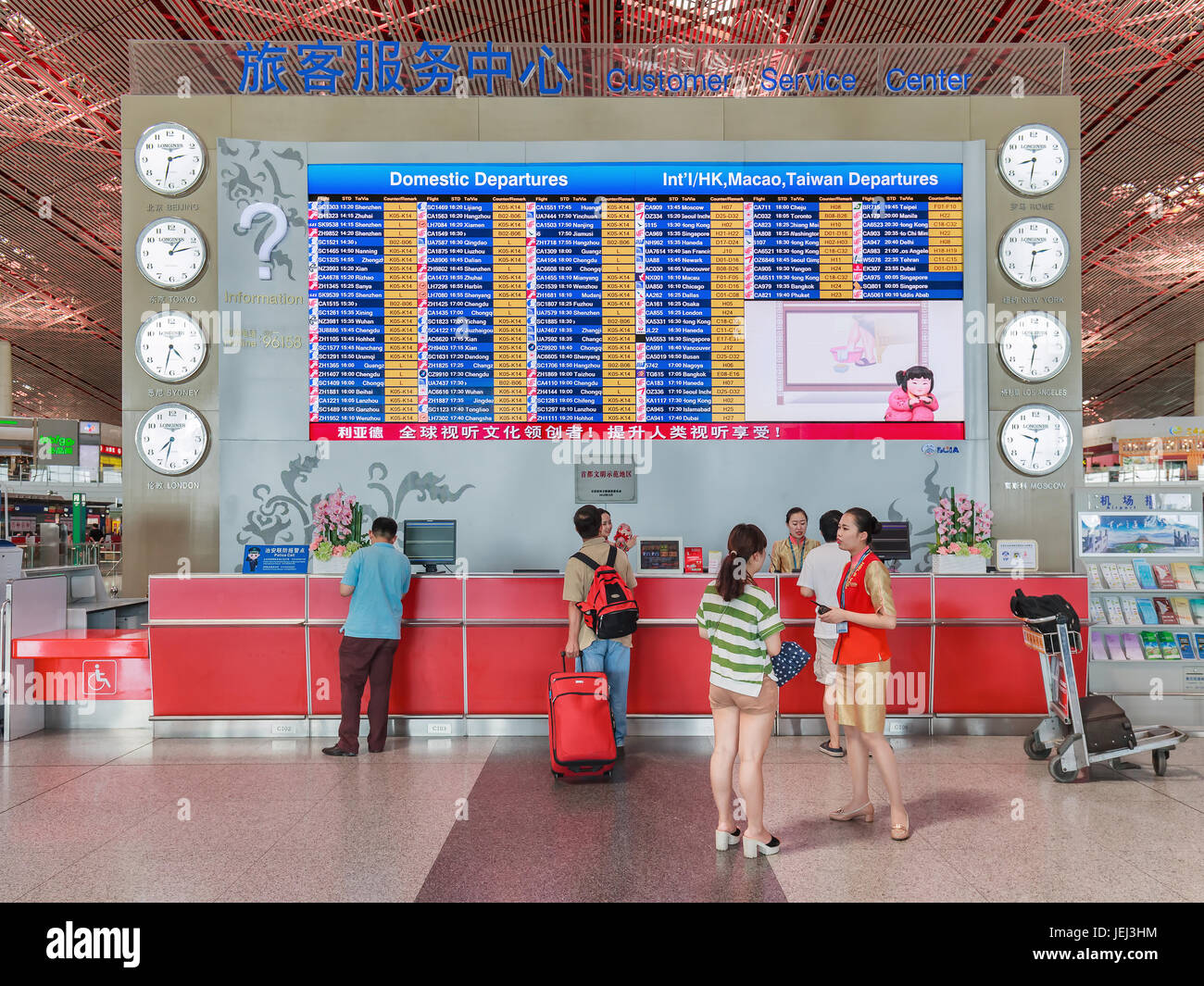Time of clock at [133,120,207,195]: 2:32
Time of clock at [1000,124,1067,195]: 8:31
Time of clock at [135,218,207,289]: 1:12
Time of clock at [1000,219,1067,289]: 2:31
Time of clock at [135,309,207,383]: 4:32
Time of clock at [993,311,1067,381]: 11:31
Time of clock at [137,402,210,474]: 7:32
